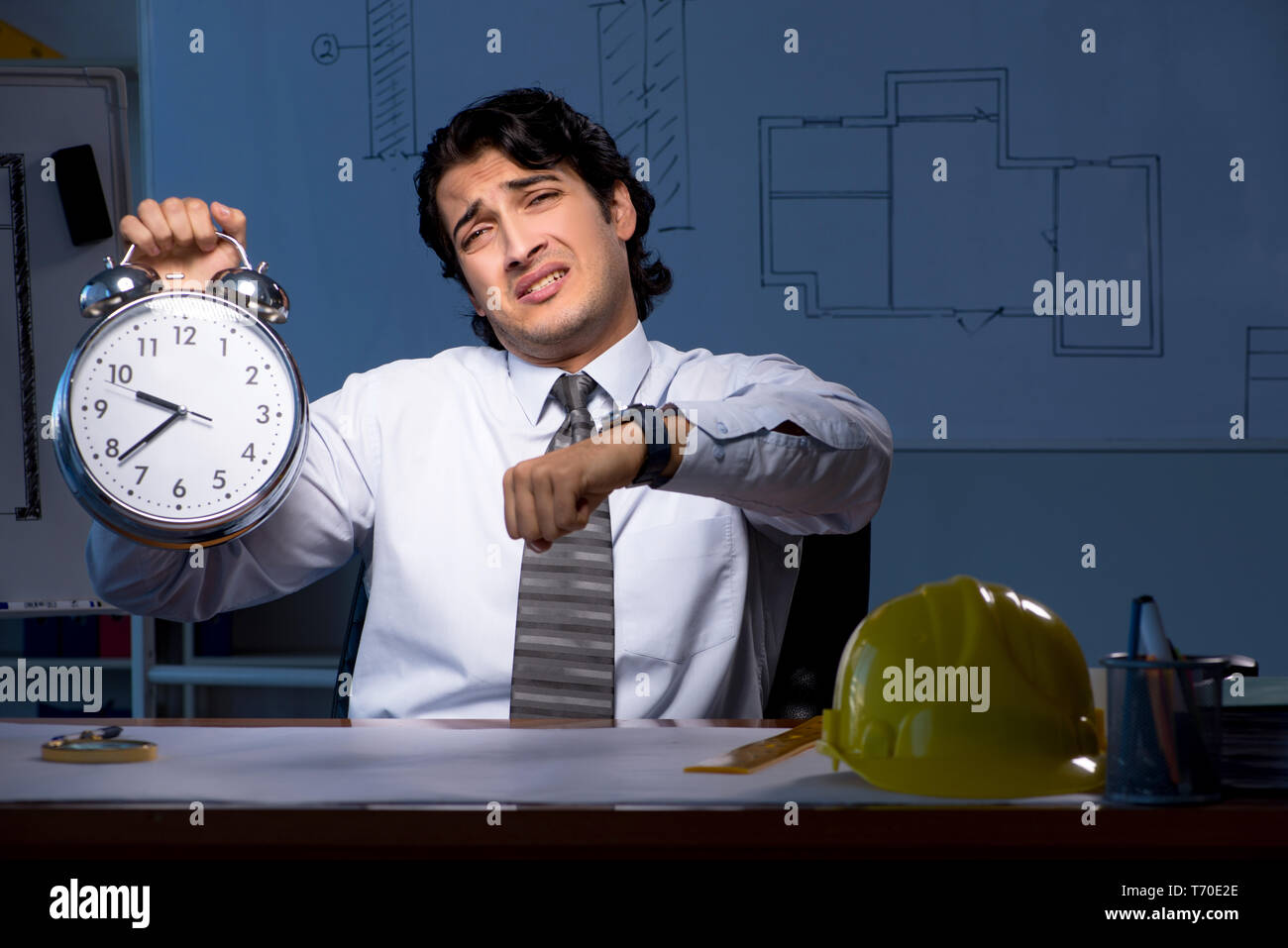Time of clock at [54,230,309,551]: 9:38
